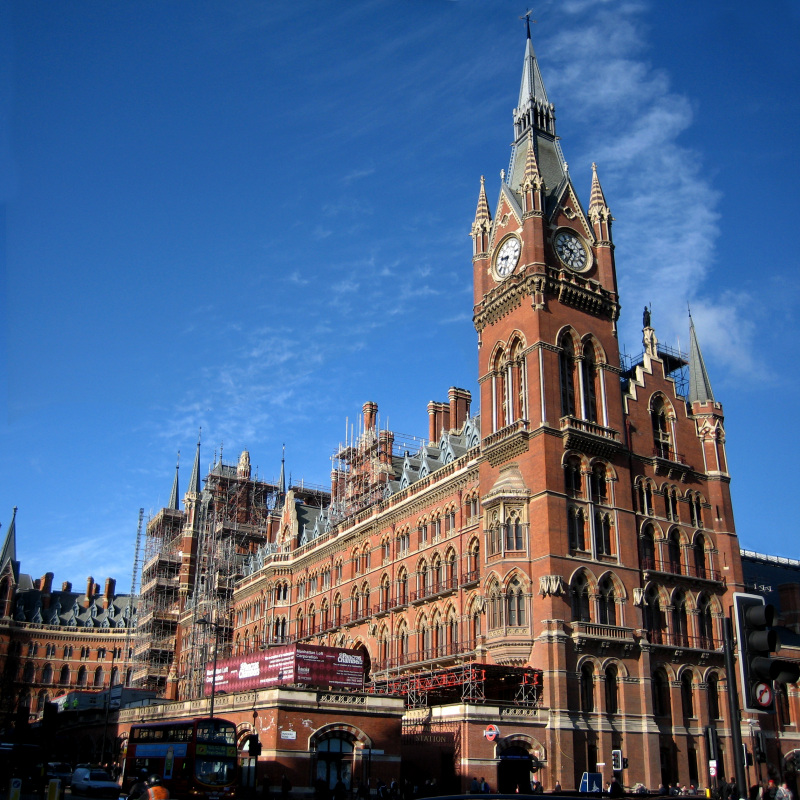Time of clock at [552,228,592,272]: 9:34
